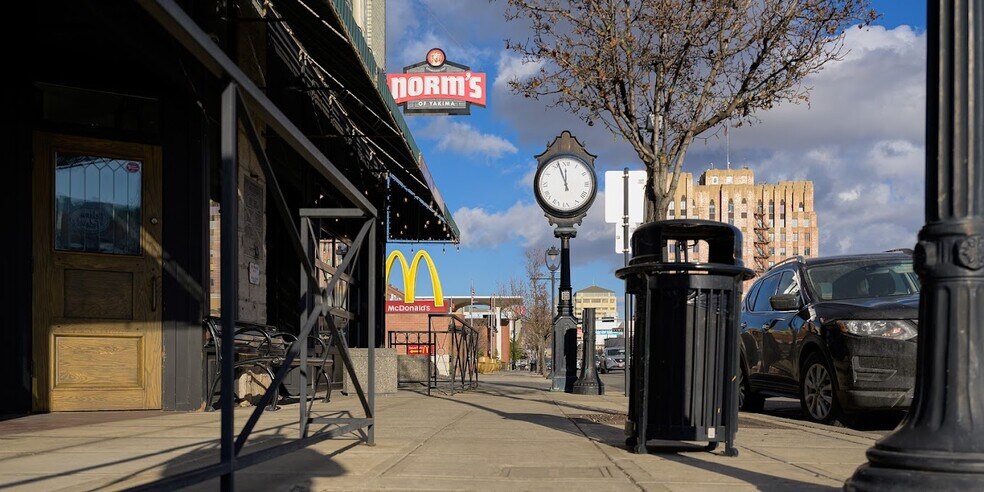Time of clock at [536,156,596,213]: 11:56
